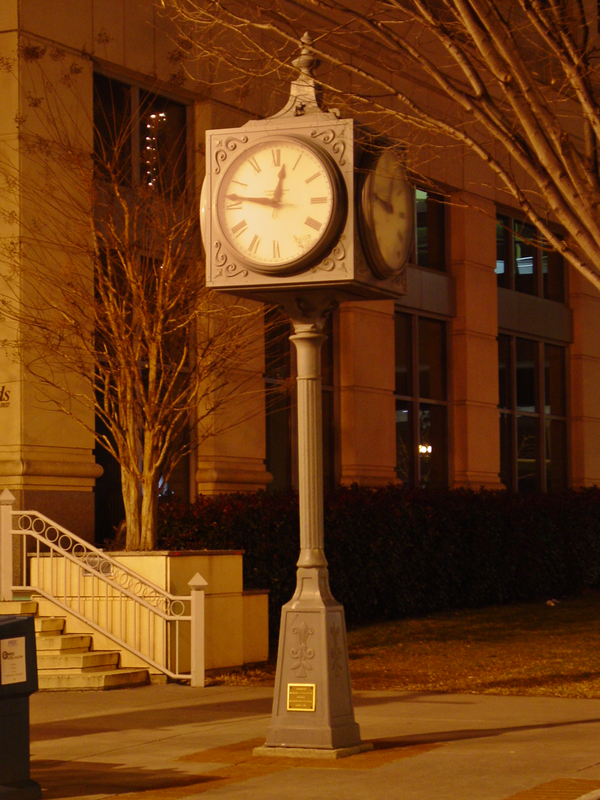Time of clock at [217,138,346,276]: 12:46
